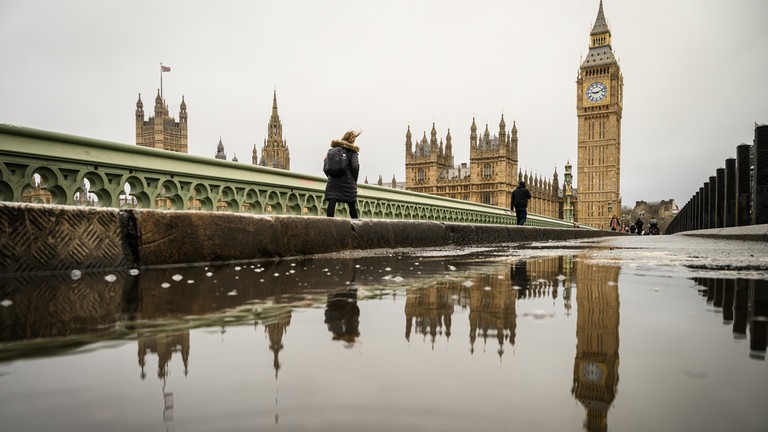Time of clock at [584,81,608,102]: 9:11
